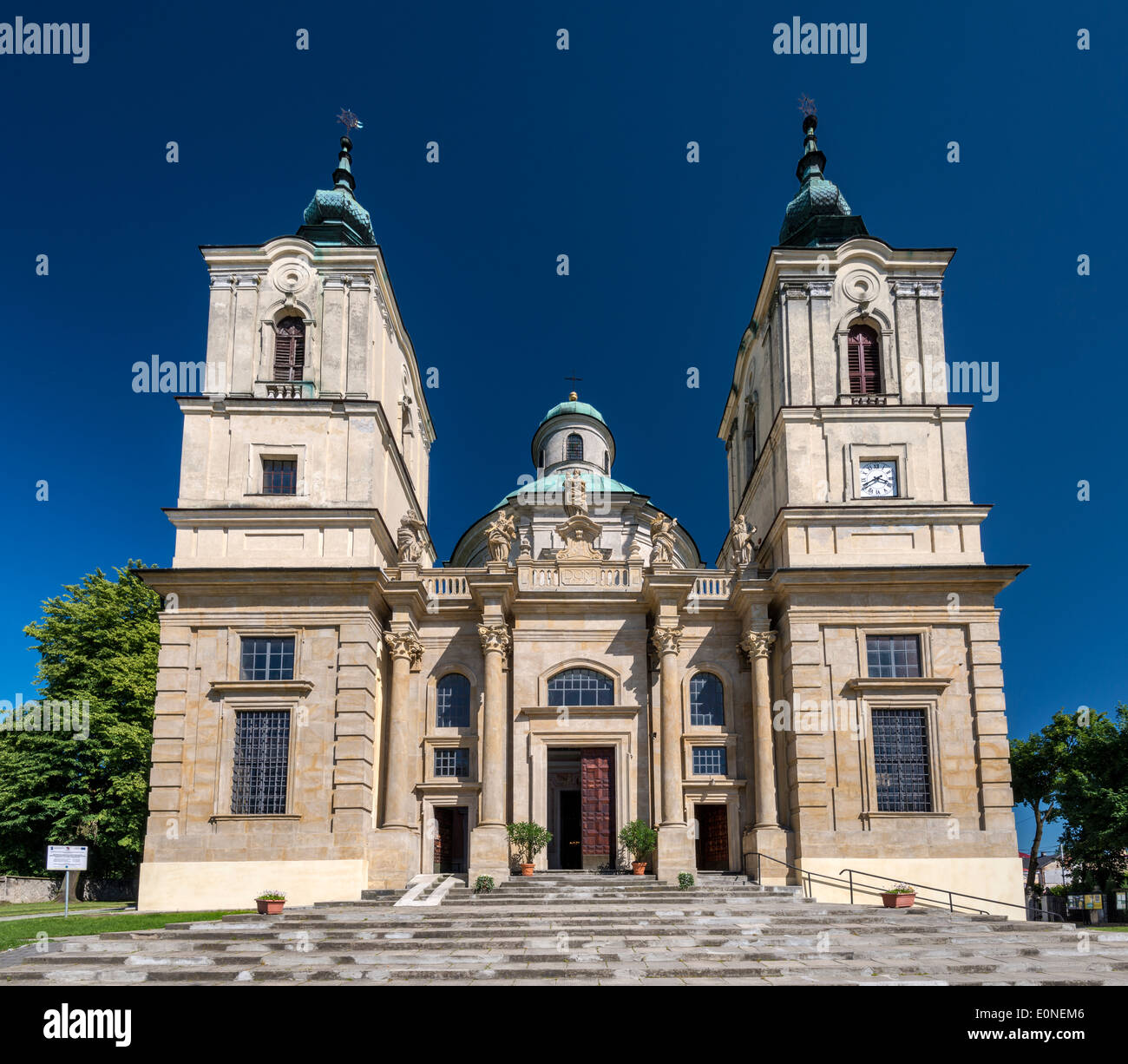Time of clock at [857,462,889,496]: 3:40
